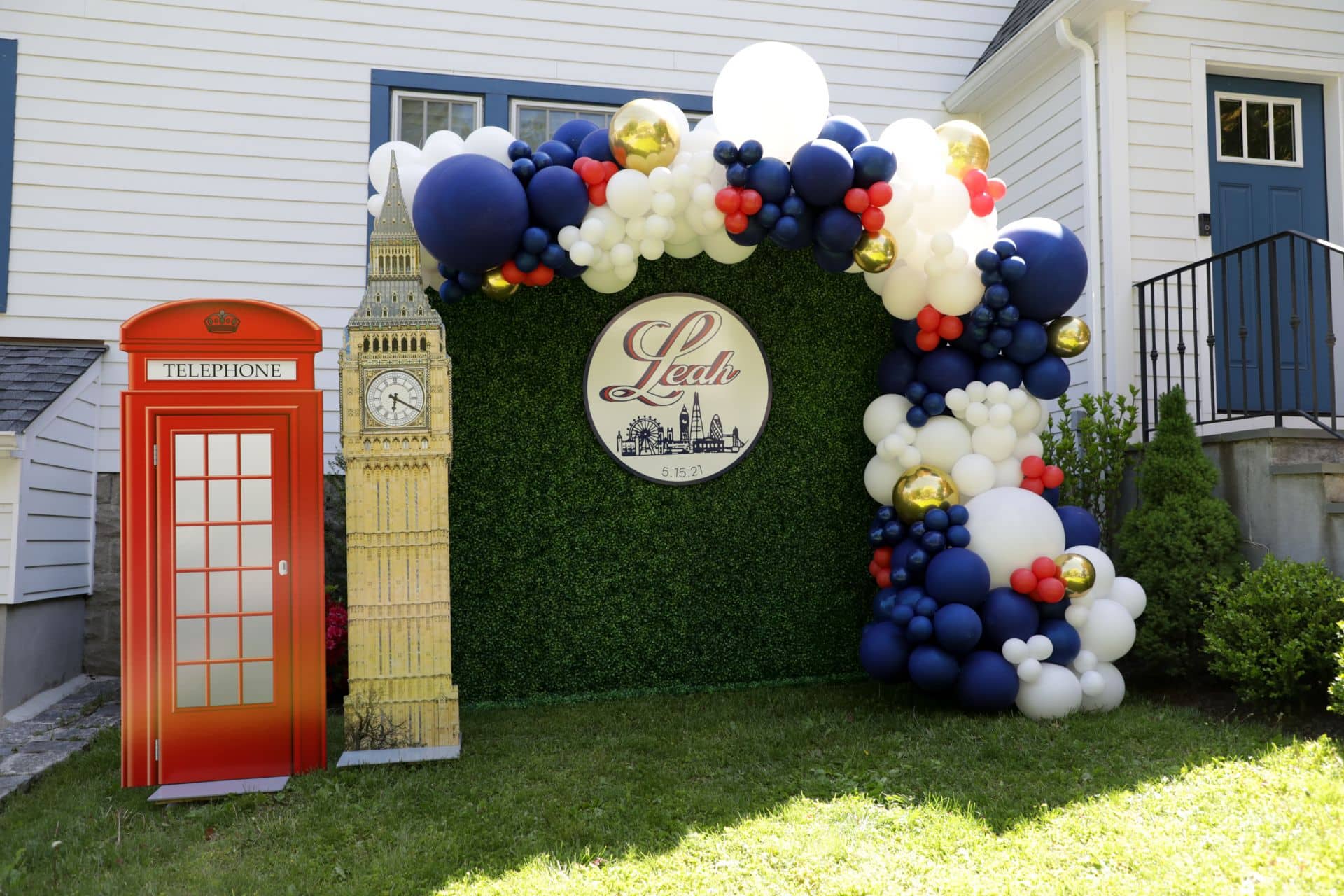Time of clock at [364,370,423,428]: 6:20
